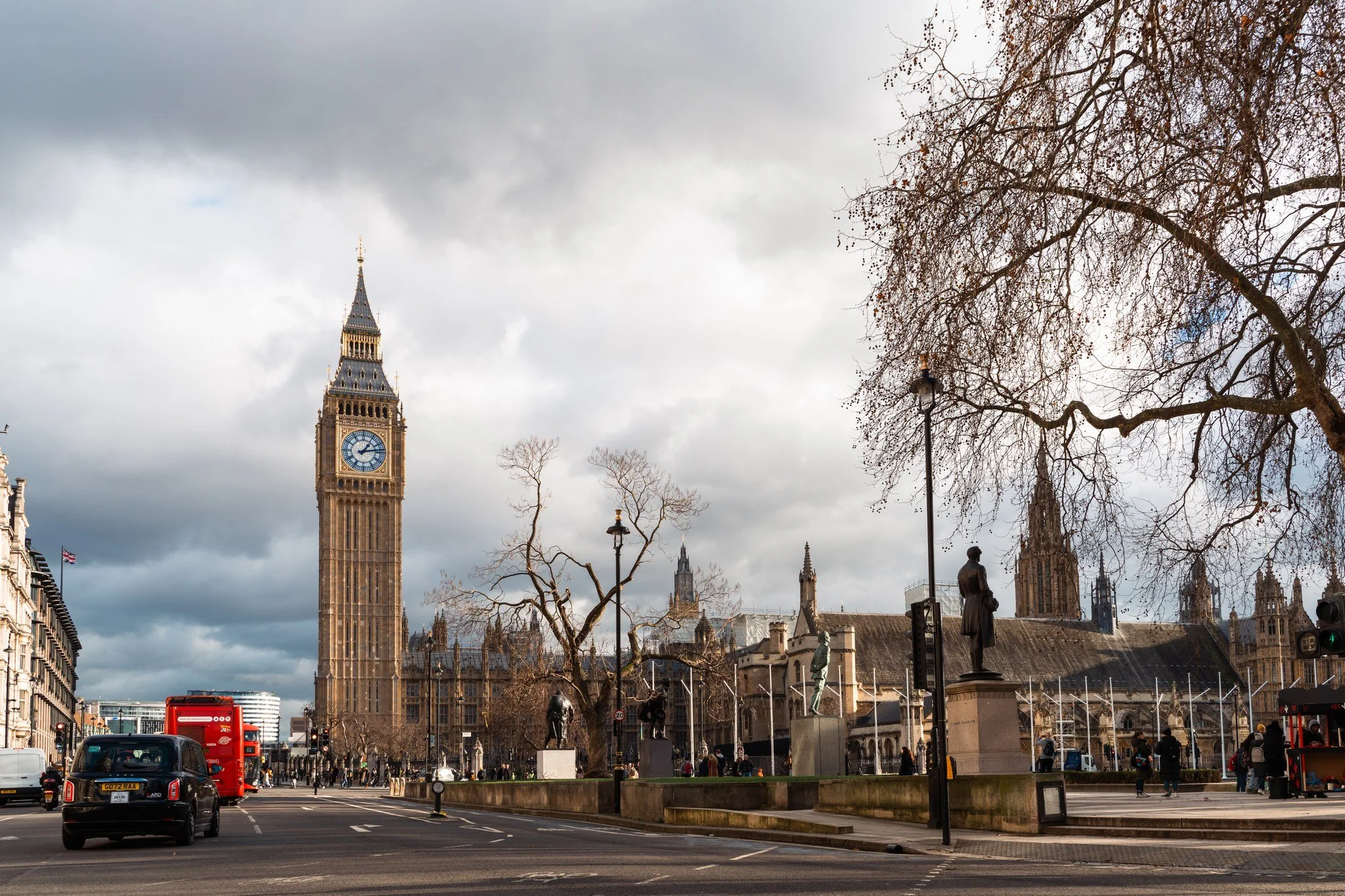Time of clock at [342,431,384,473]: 1:13
